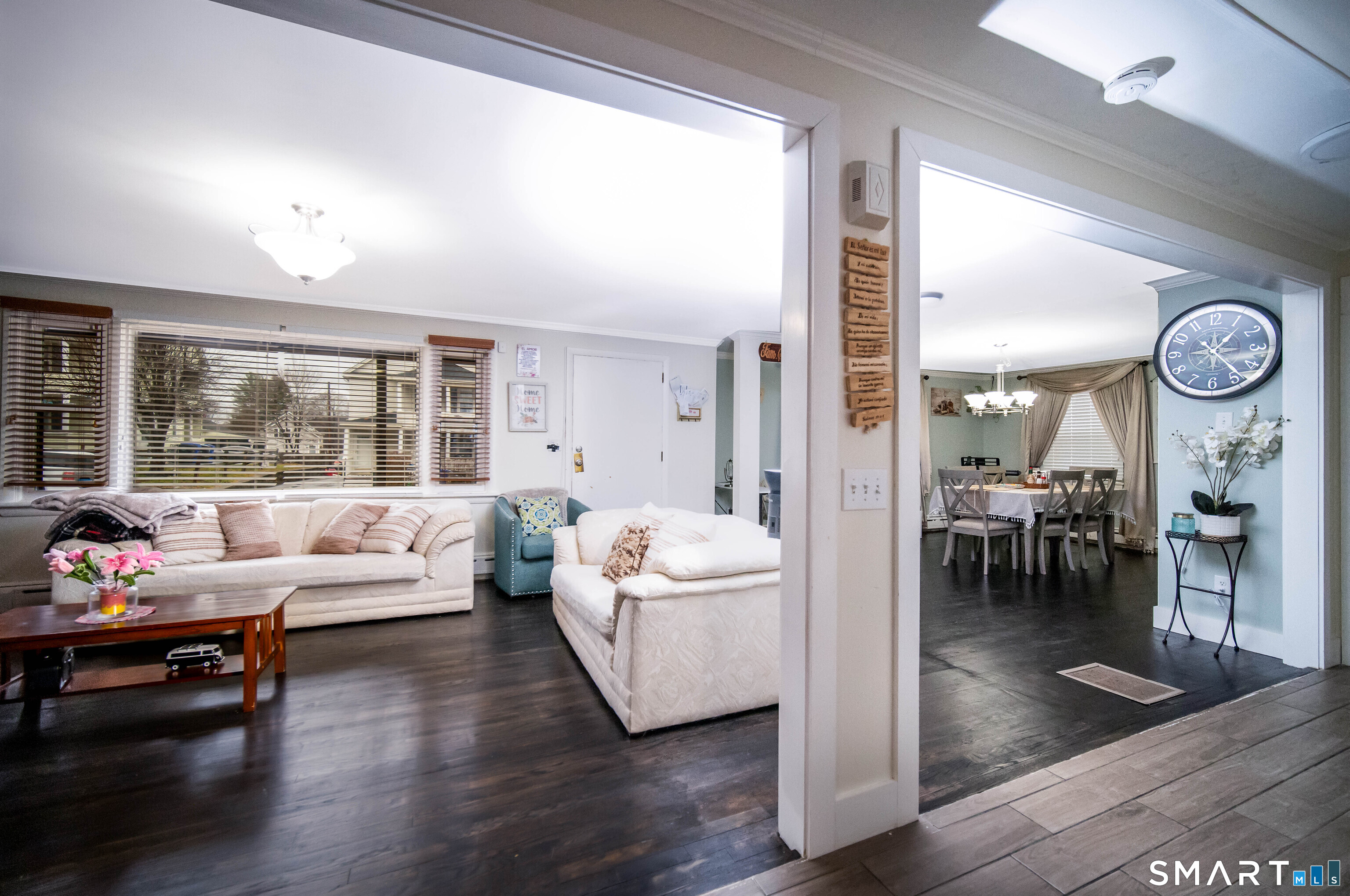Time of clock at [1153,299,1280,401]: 1:23
